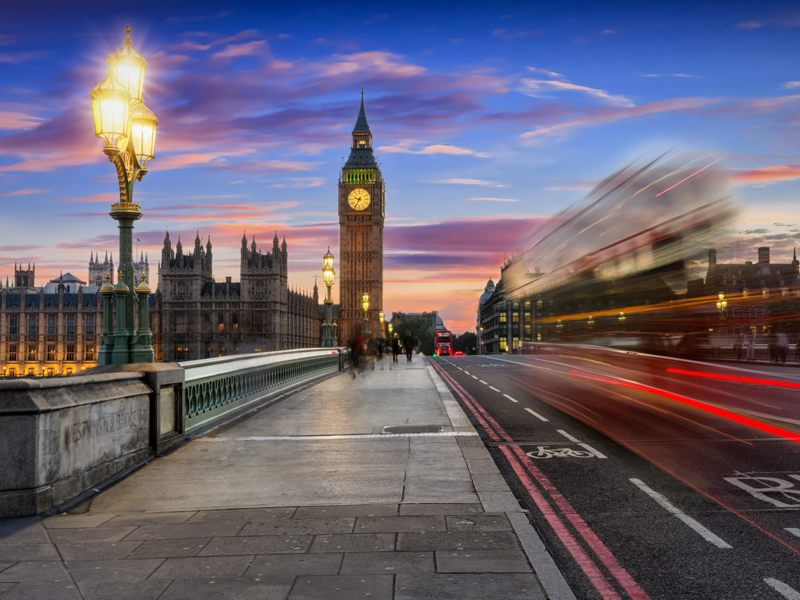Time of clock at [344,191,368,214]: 9:35
